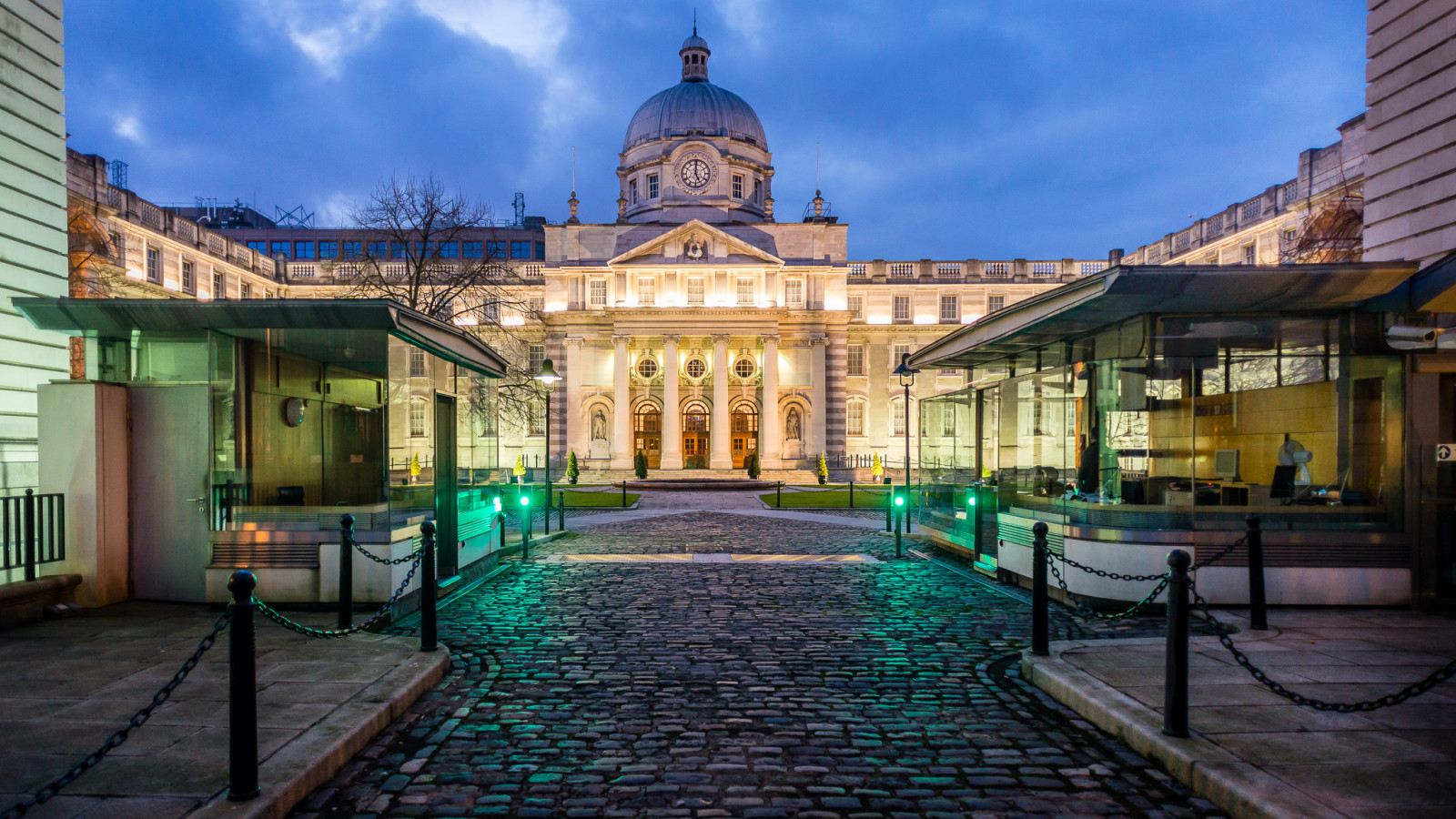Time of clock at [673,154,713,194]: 5:00
